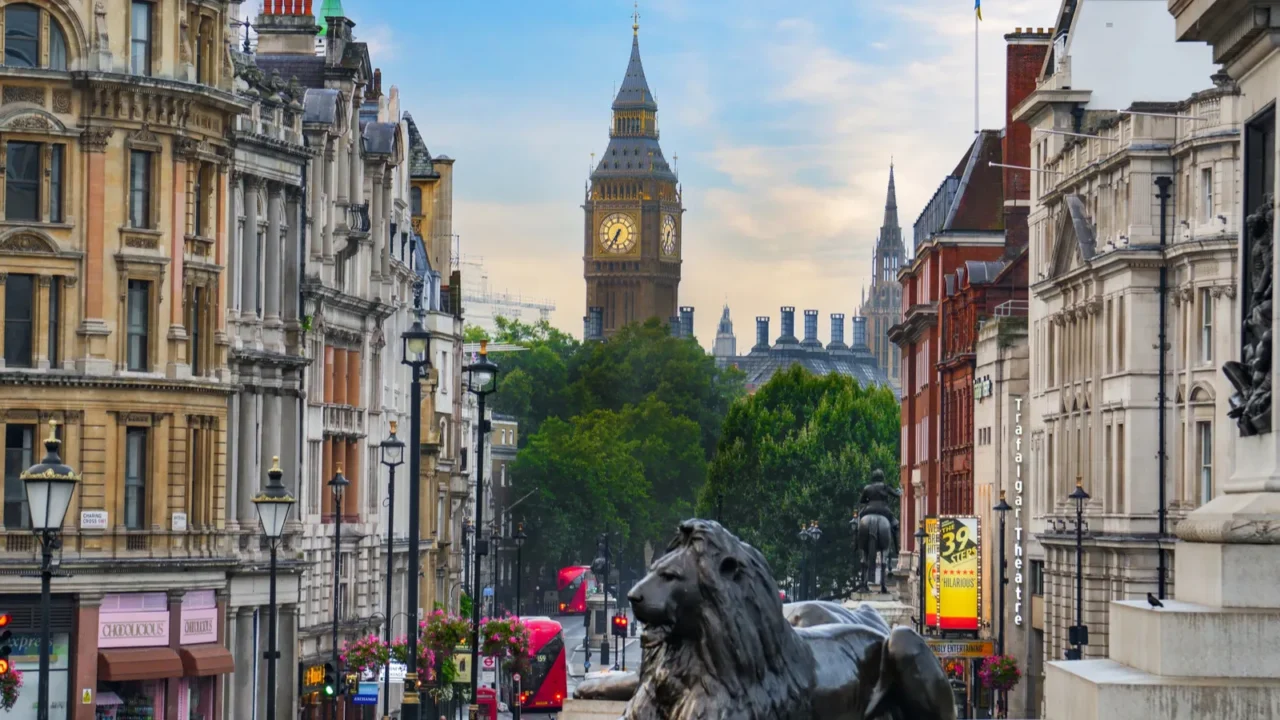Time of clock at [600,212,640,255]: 6:35
